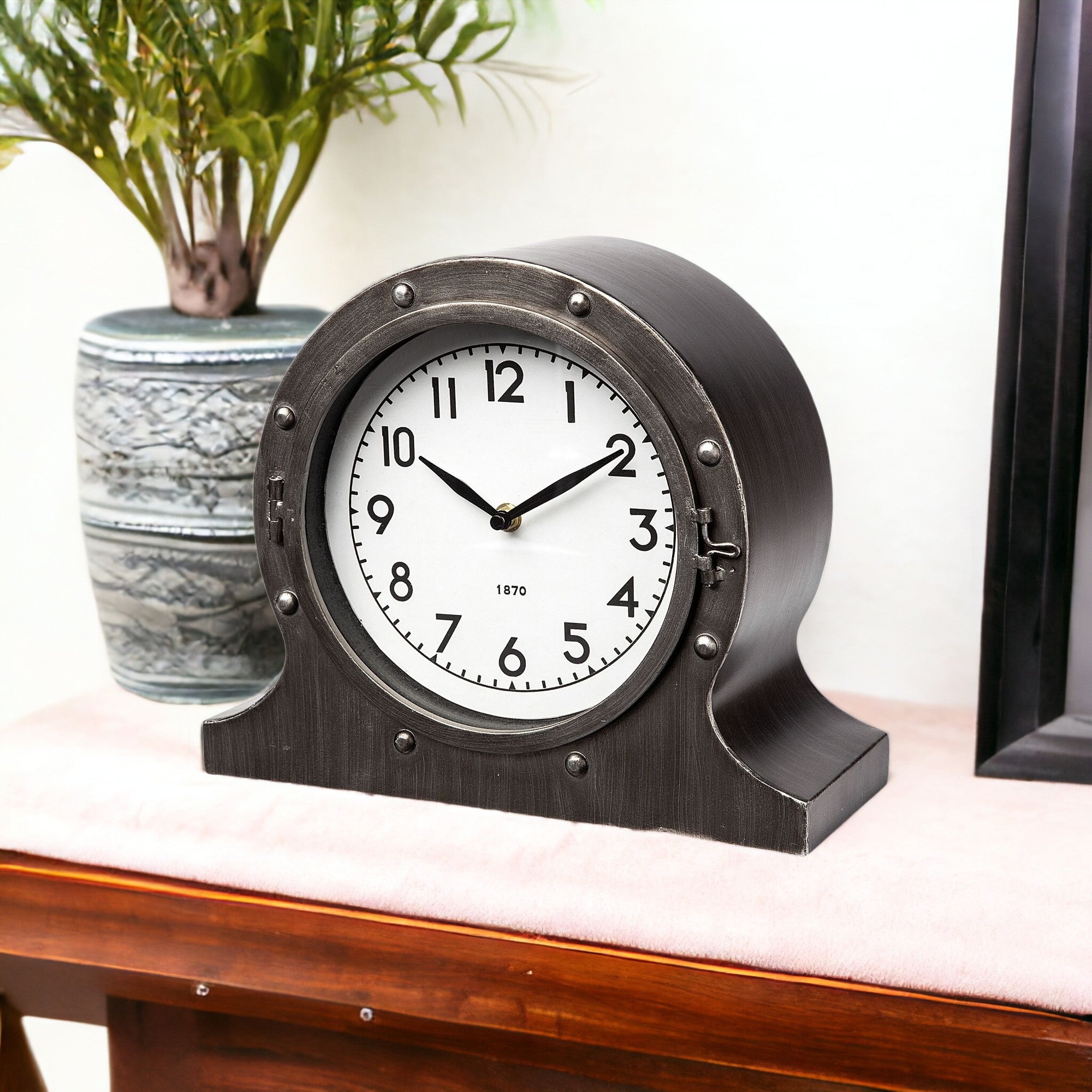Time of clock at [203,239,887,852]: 1:50
